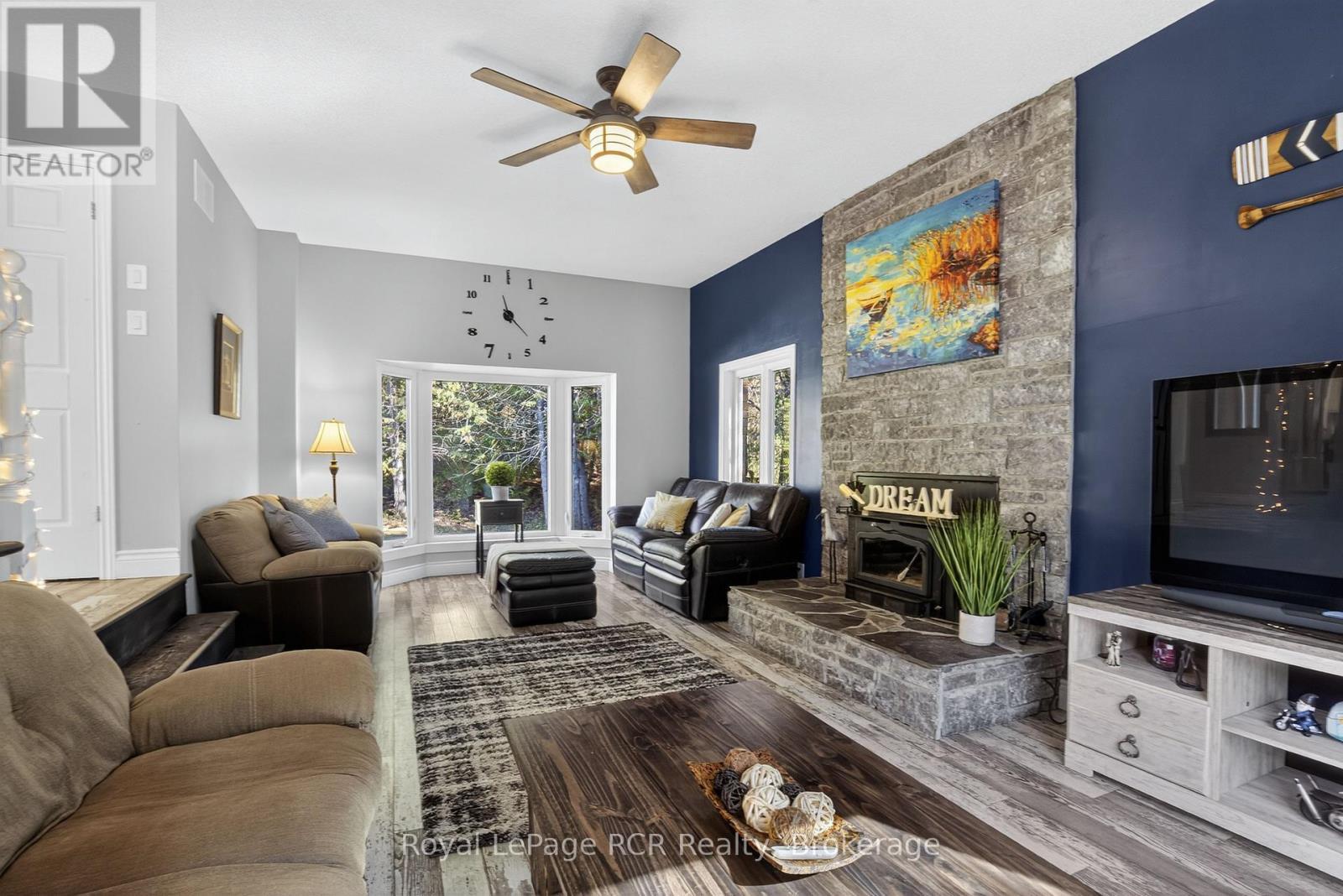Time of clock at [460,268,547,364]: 11:22
